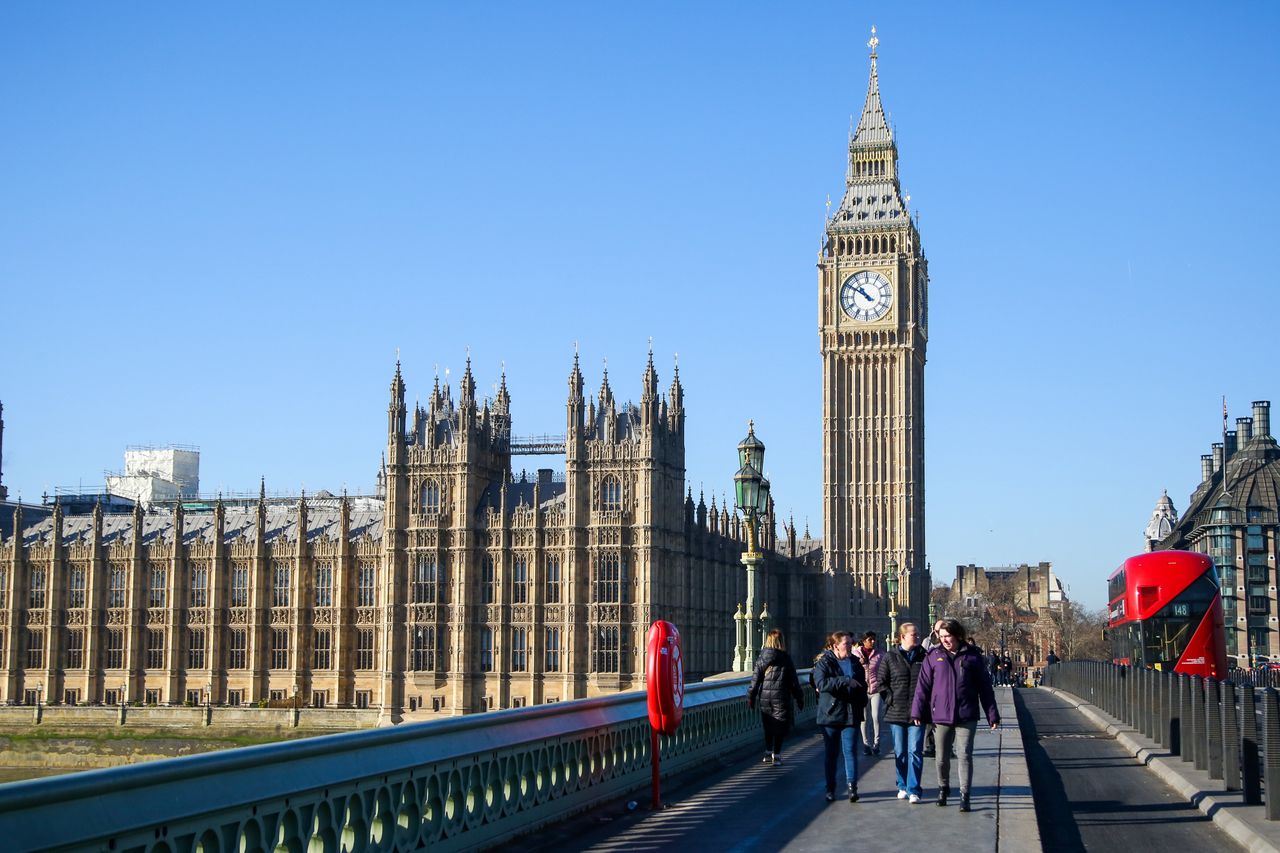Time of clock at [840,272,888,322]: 10:50
